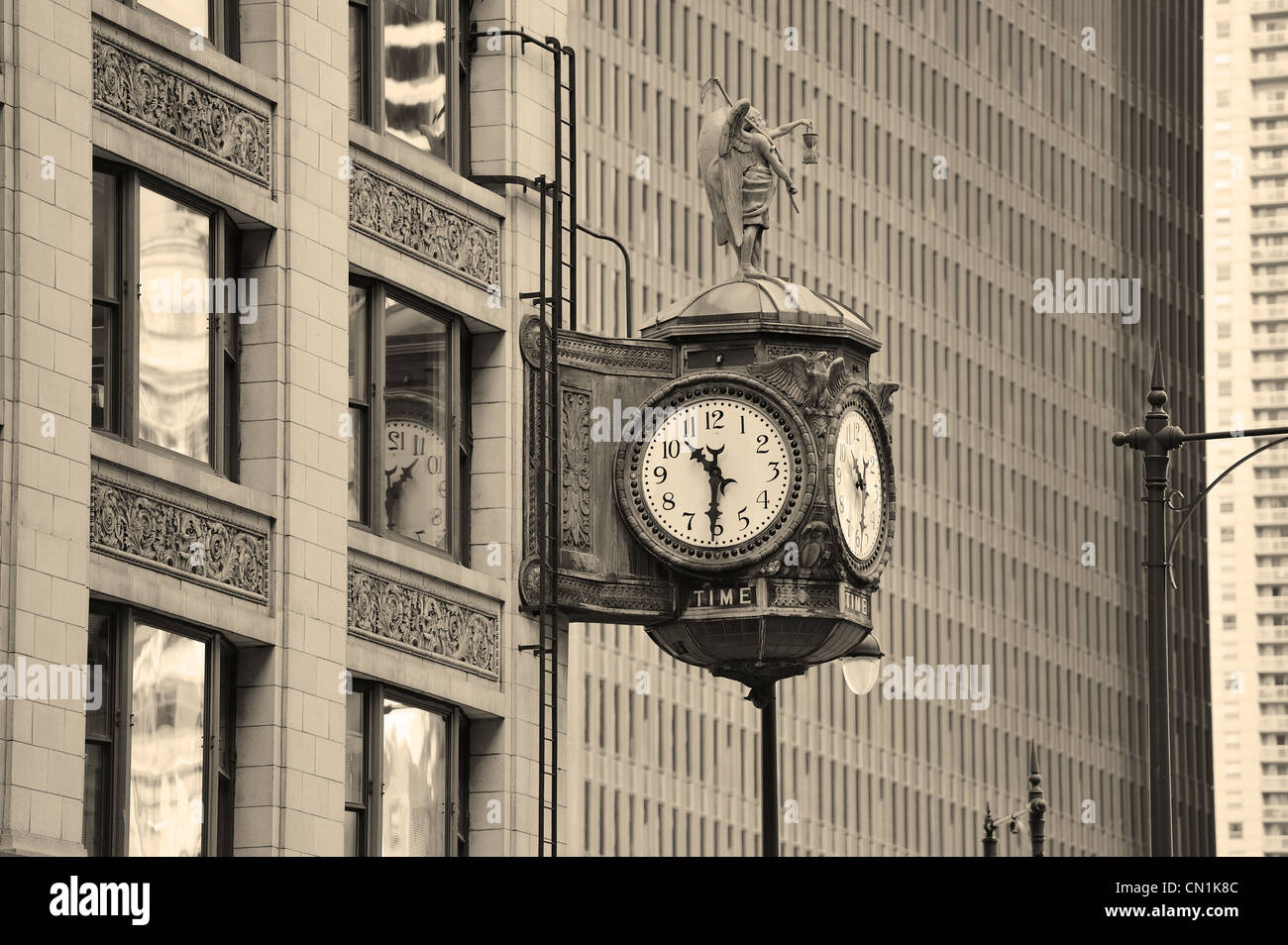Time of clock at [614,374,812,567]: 10:30
